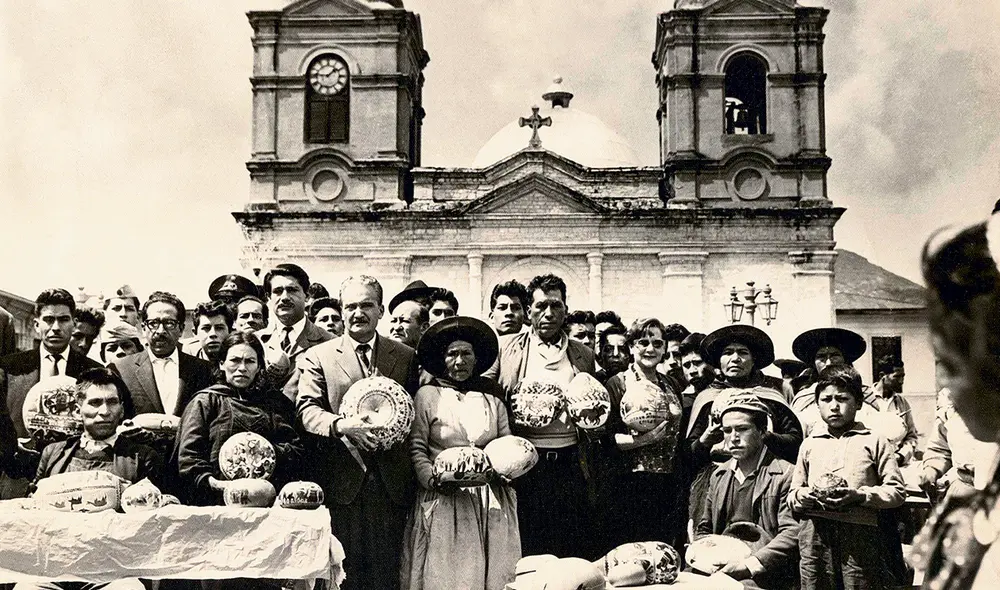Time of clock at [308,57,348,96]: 1:46
